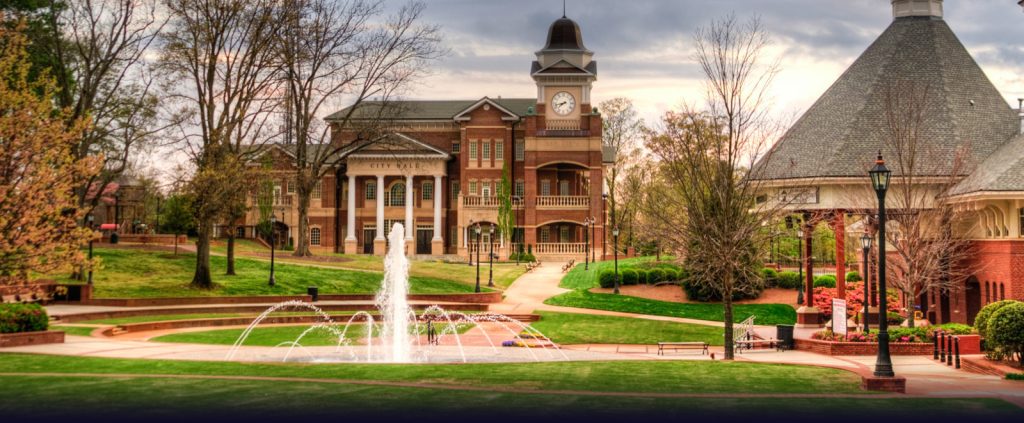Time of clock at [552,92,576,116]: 7:42
